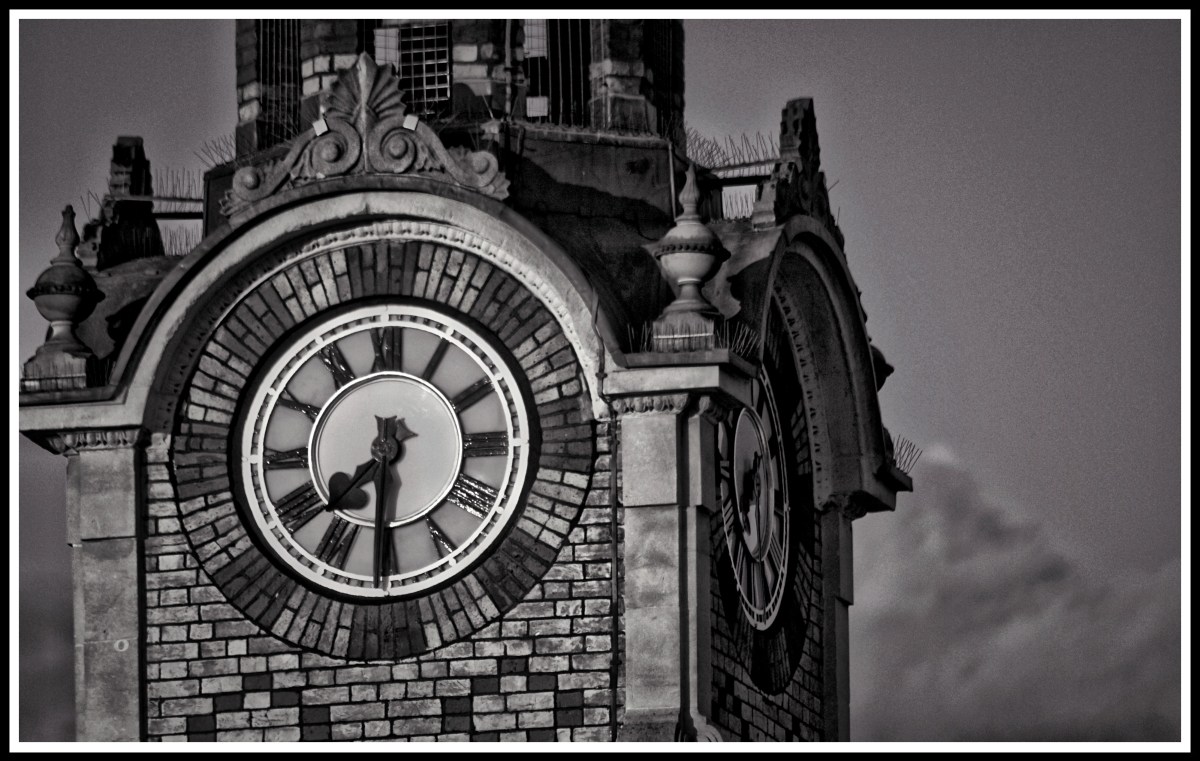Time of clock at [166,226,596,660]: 7:30
